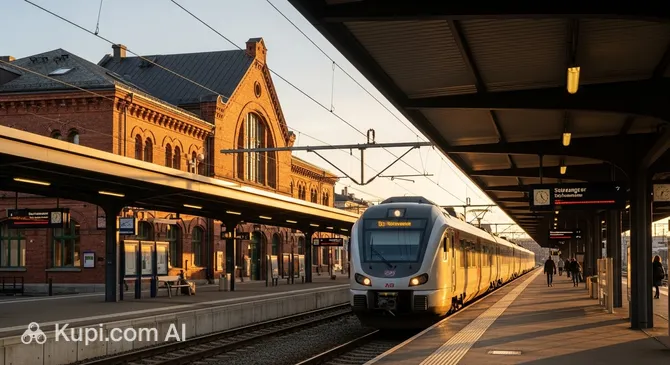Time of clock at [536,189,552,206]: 11:22
